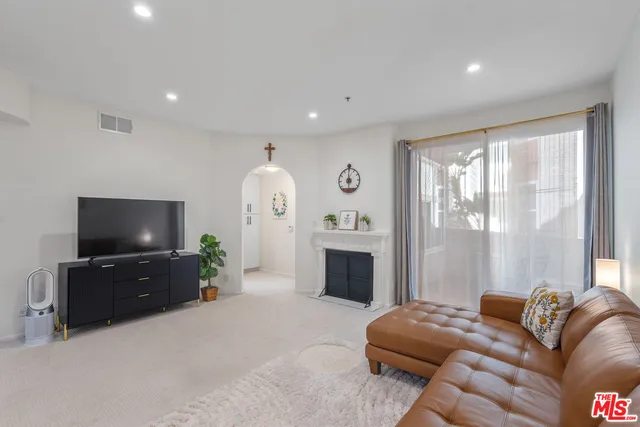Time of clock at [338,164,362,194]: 5:59
